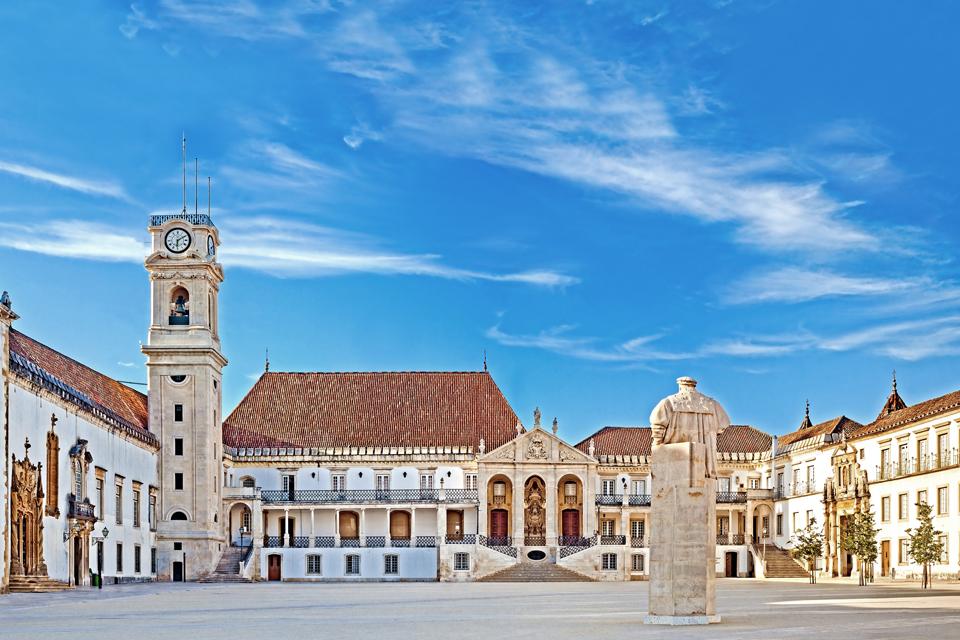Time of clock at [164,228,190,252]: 6:10
